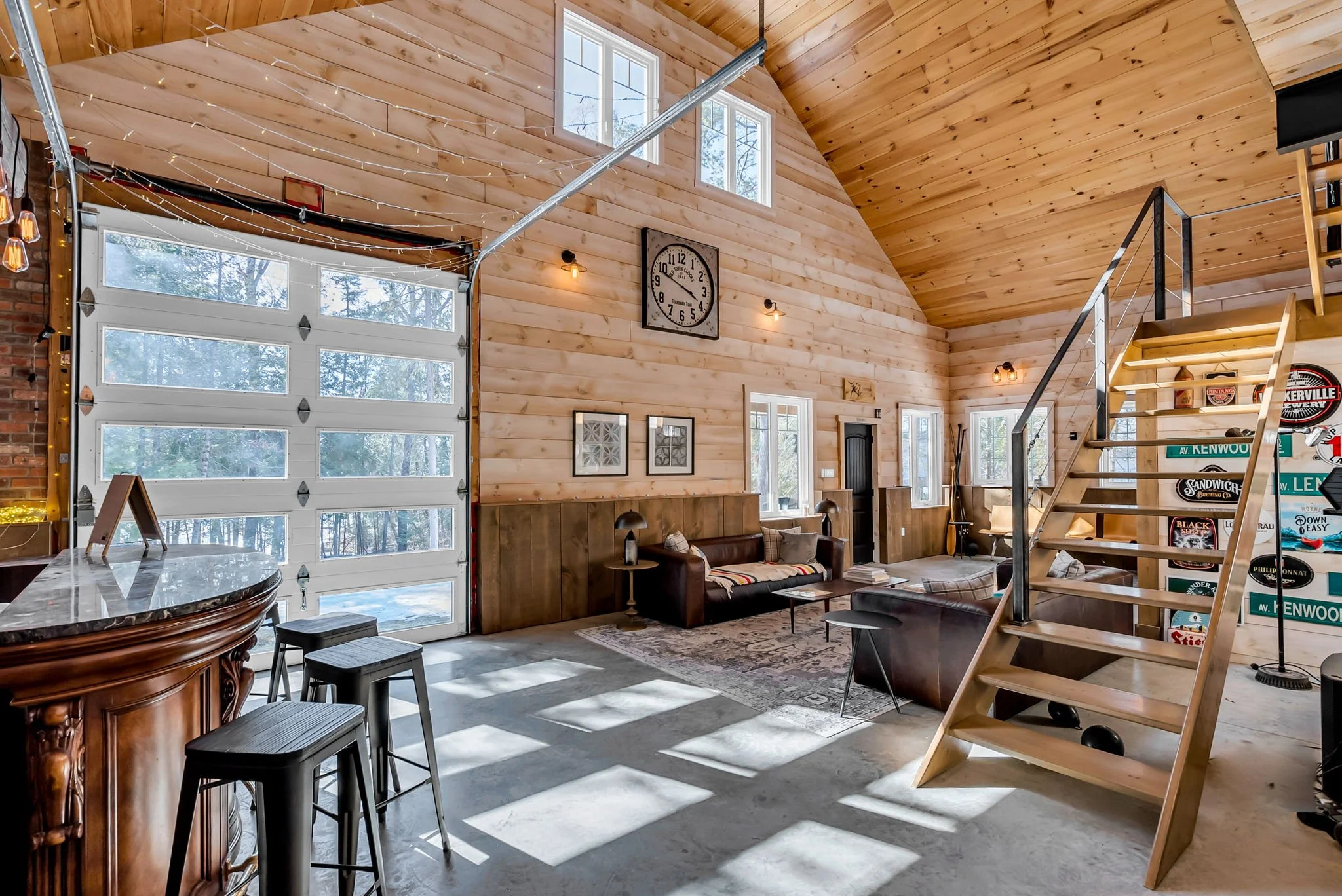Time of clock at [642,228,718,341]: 3:47
